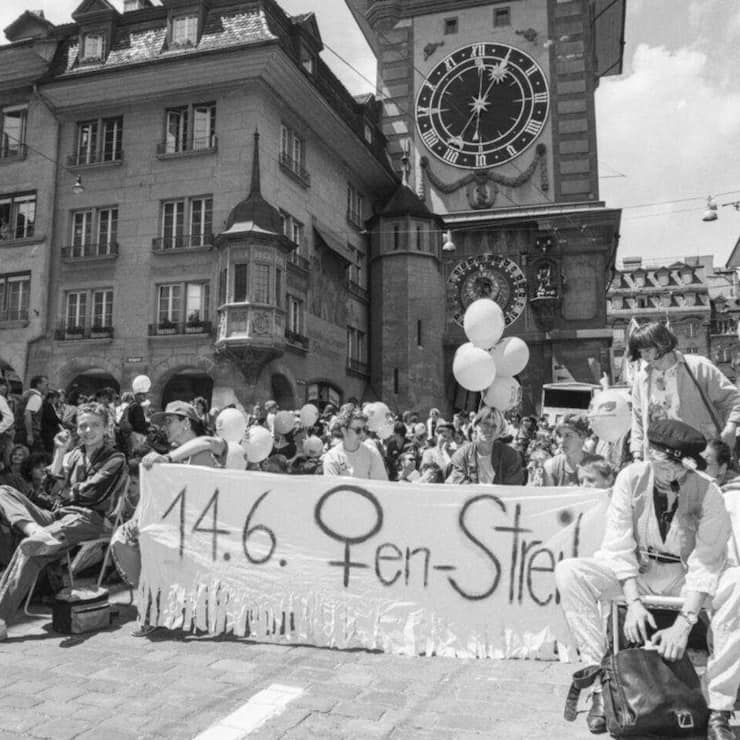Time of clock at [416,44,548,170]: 1:00
